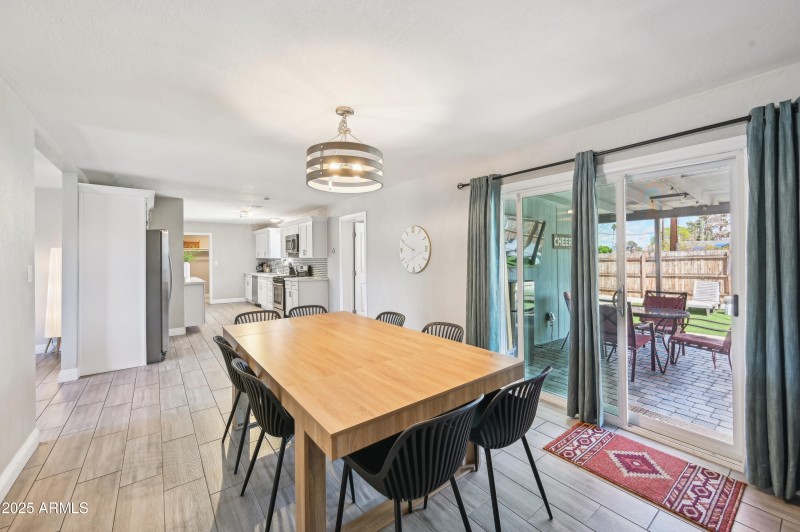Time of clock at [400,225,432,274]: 9:49
